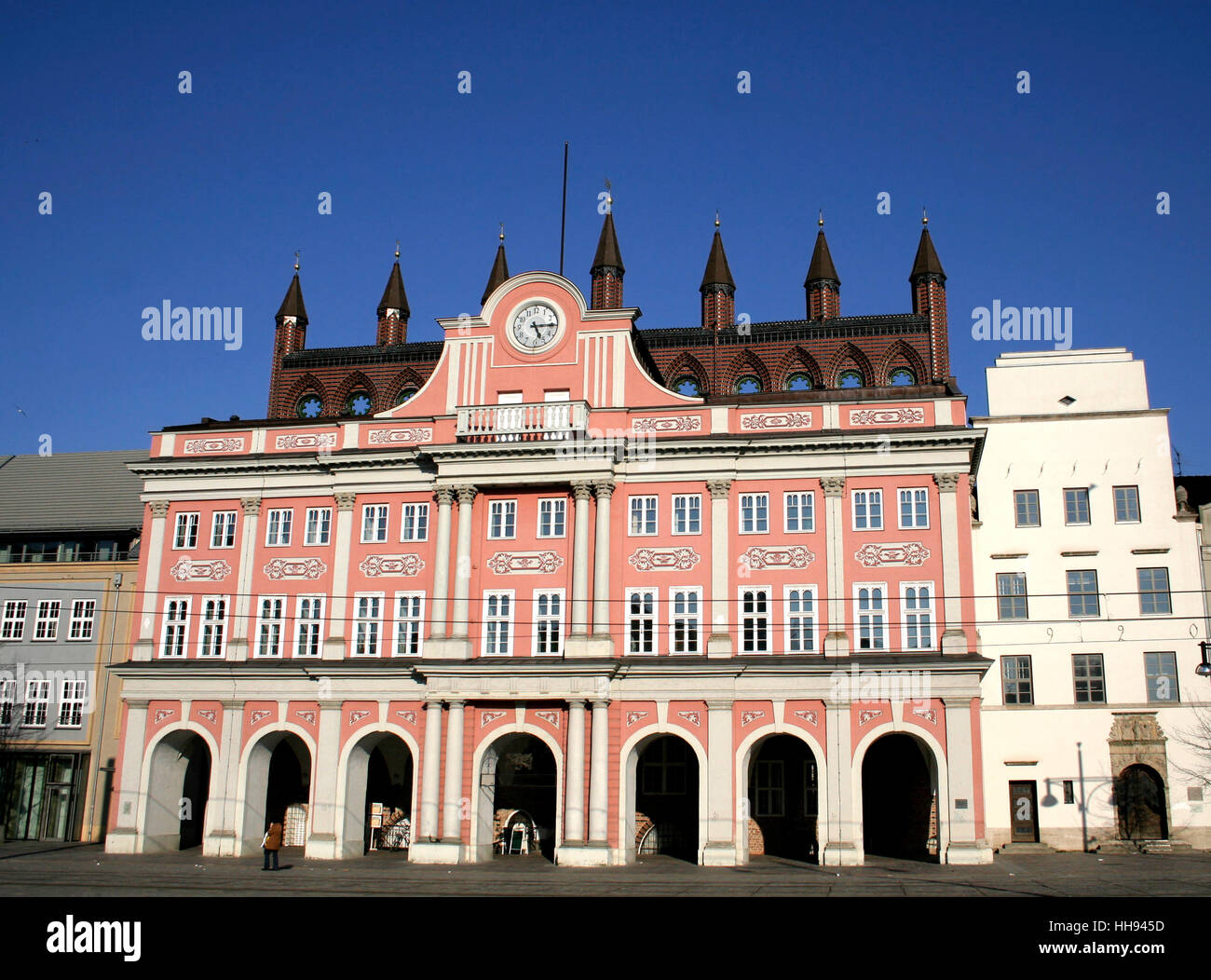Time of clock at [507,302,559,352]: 5:14
